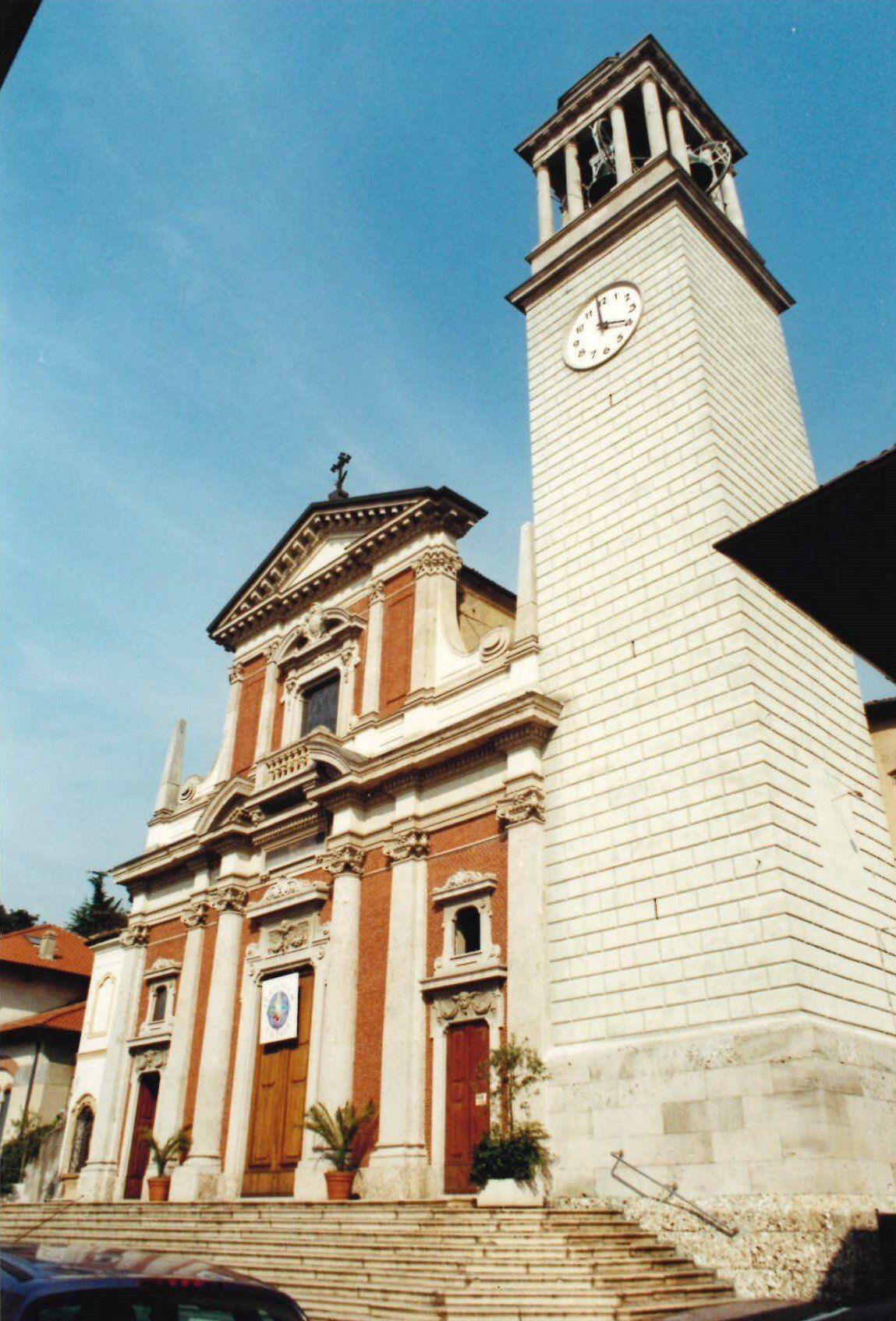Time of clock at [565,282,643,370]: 3:58
